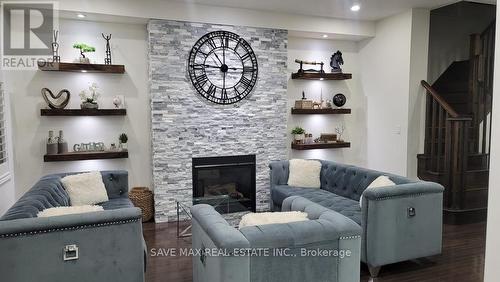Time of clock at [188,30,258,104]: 11:45
